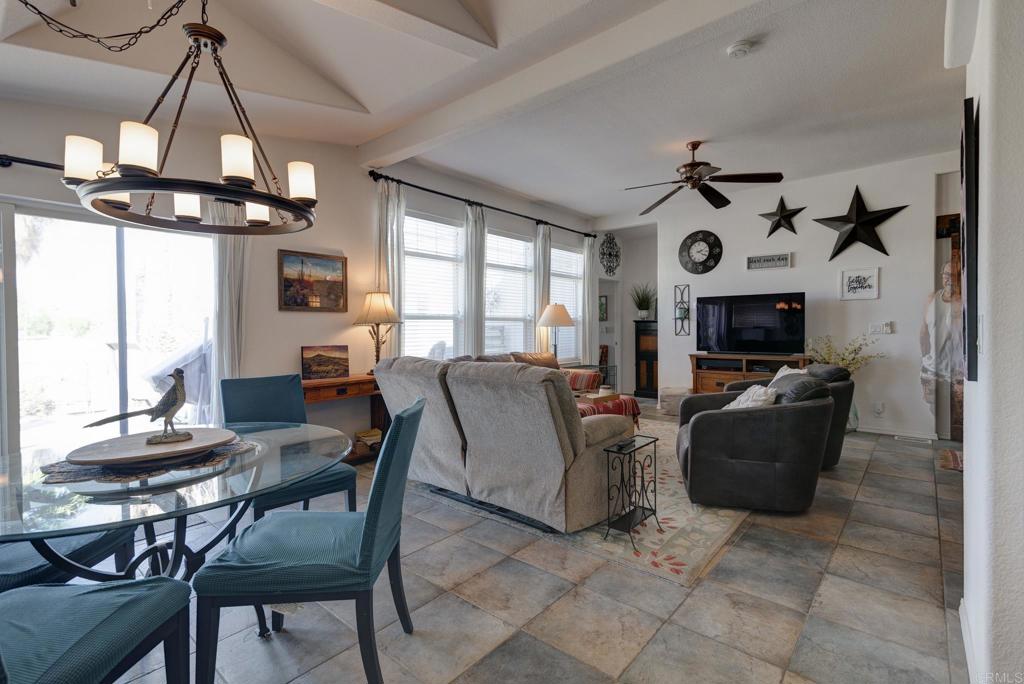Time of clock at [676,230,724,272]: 2:18
